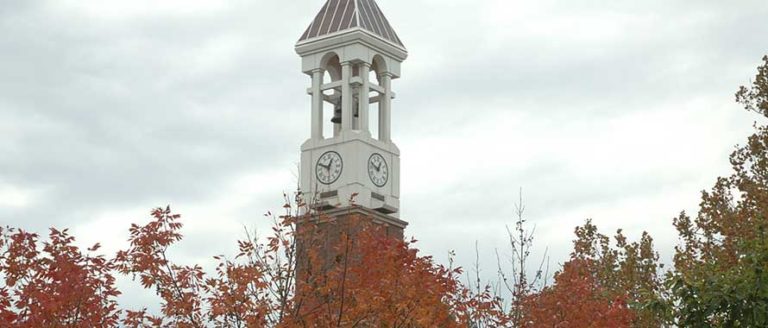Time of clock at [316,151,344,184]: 12:49
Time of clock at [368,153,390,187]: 12:48
